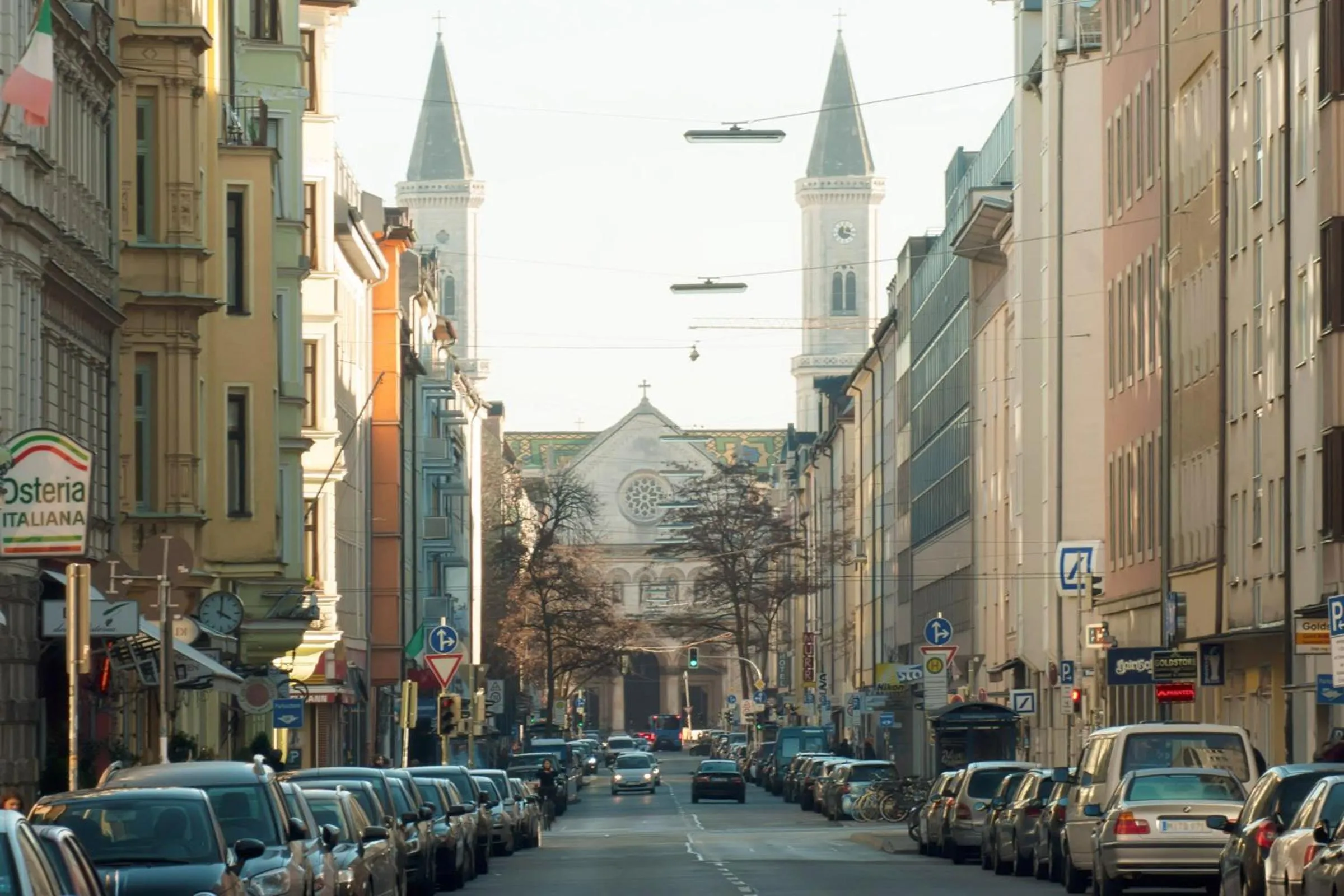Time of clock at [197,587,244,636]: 4:01
